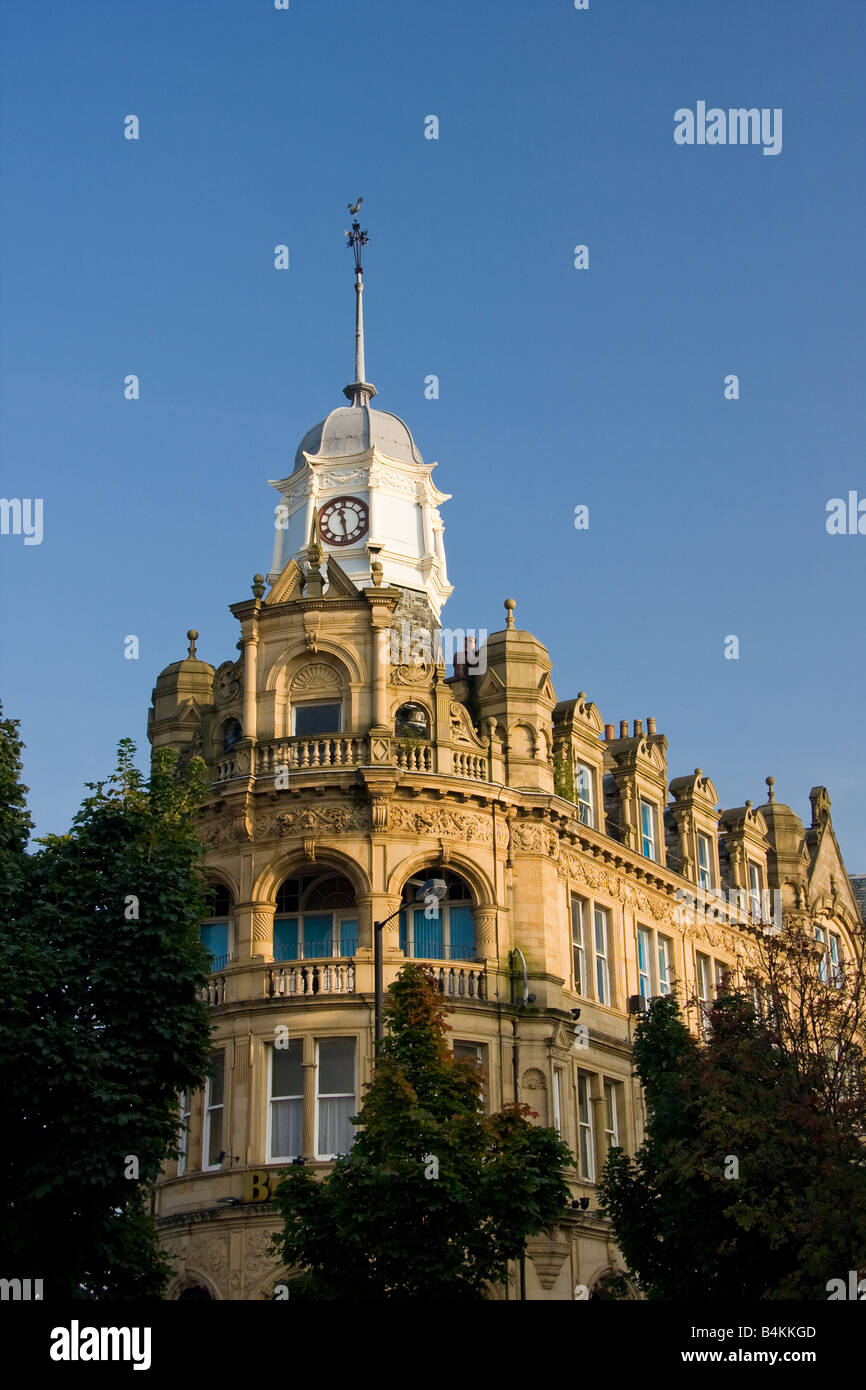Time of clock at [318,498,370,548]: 11:28
